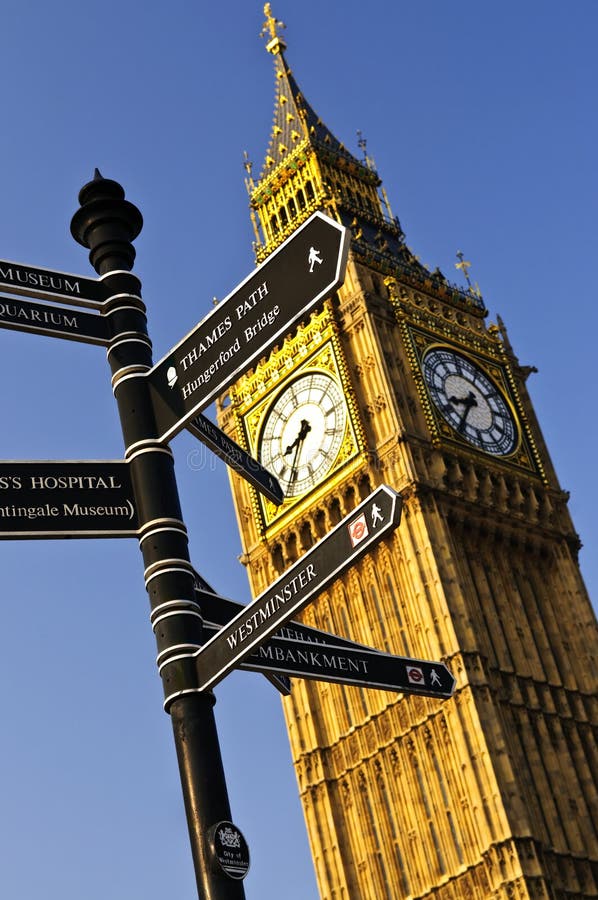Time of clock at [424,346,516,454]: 8:35
